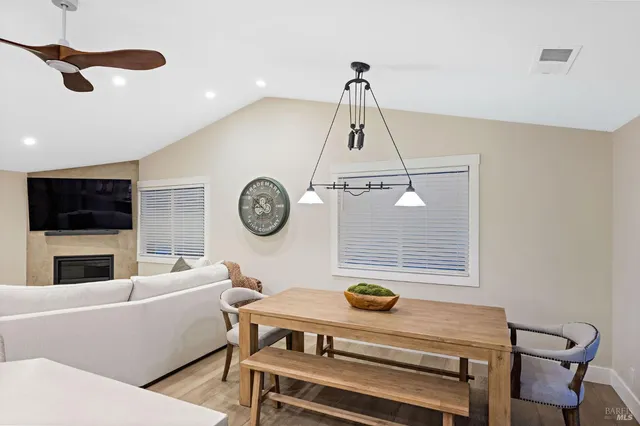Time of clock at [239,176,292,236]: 8:51
